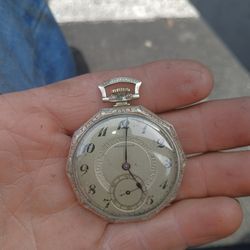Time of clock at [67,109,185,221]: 5:00
